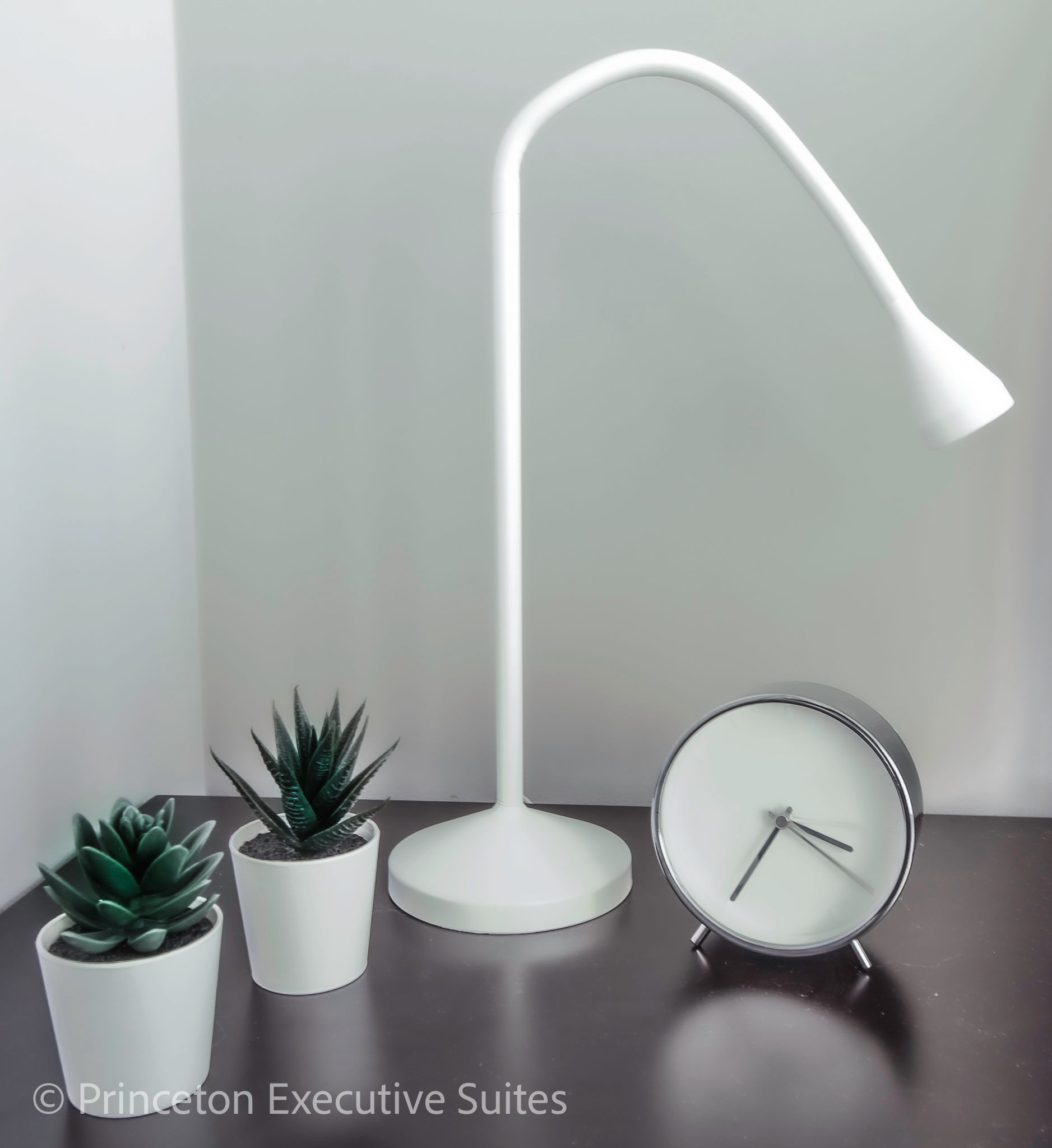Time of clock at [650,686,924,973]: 3:34
